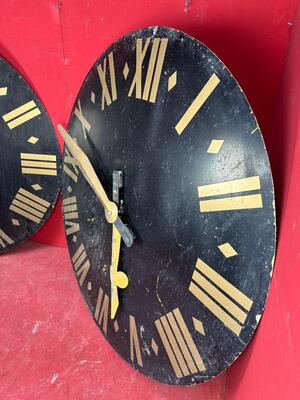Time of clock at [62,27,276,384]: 5:49
